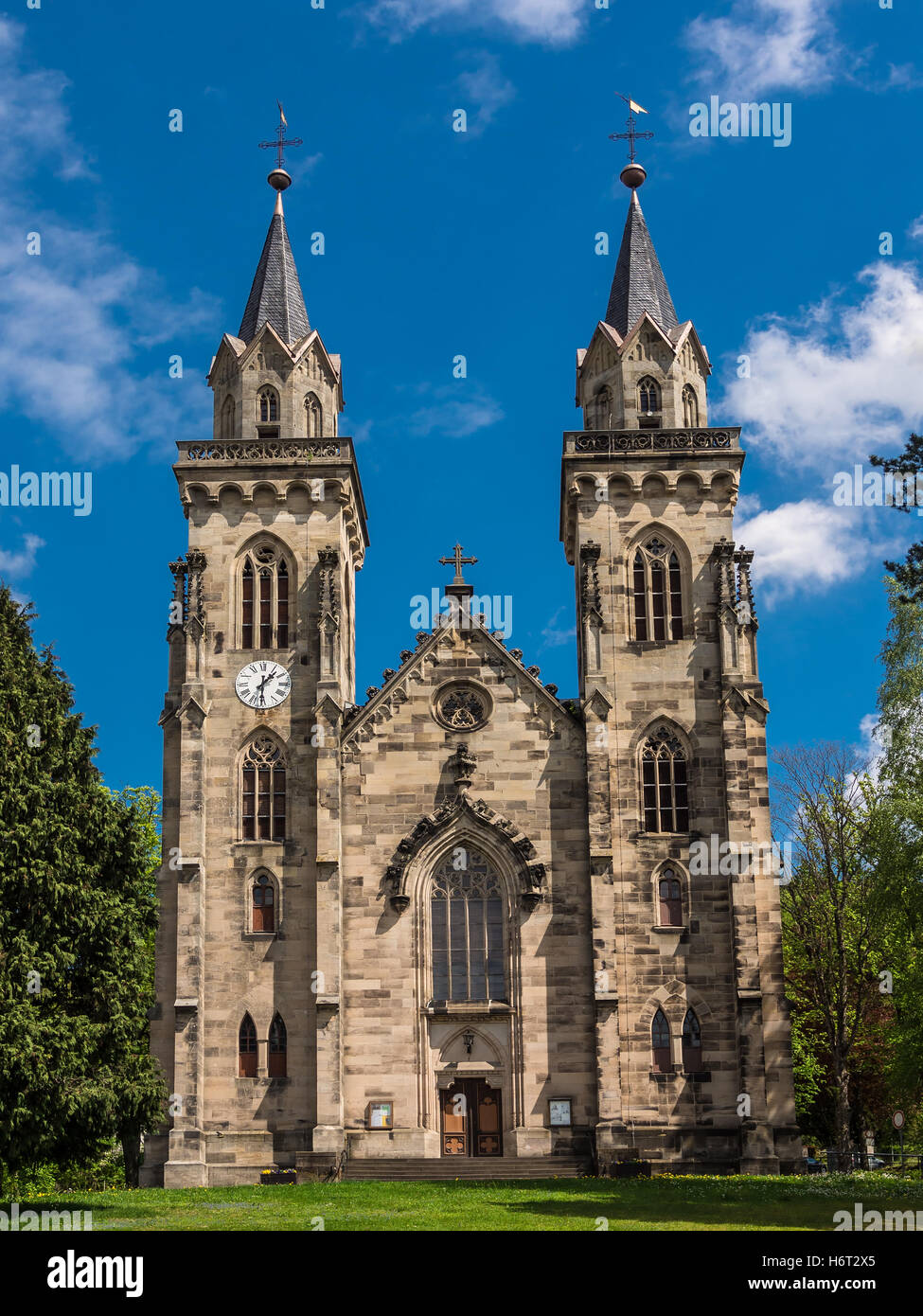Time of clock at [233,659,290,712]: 1:30
